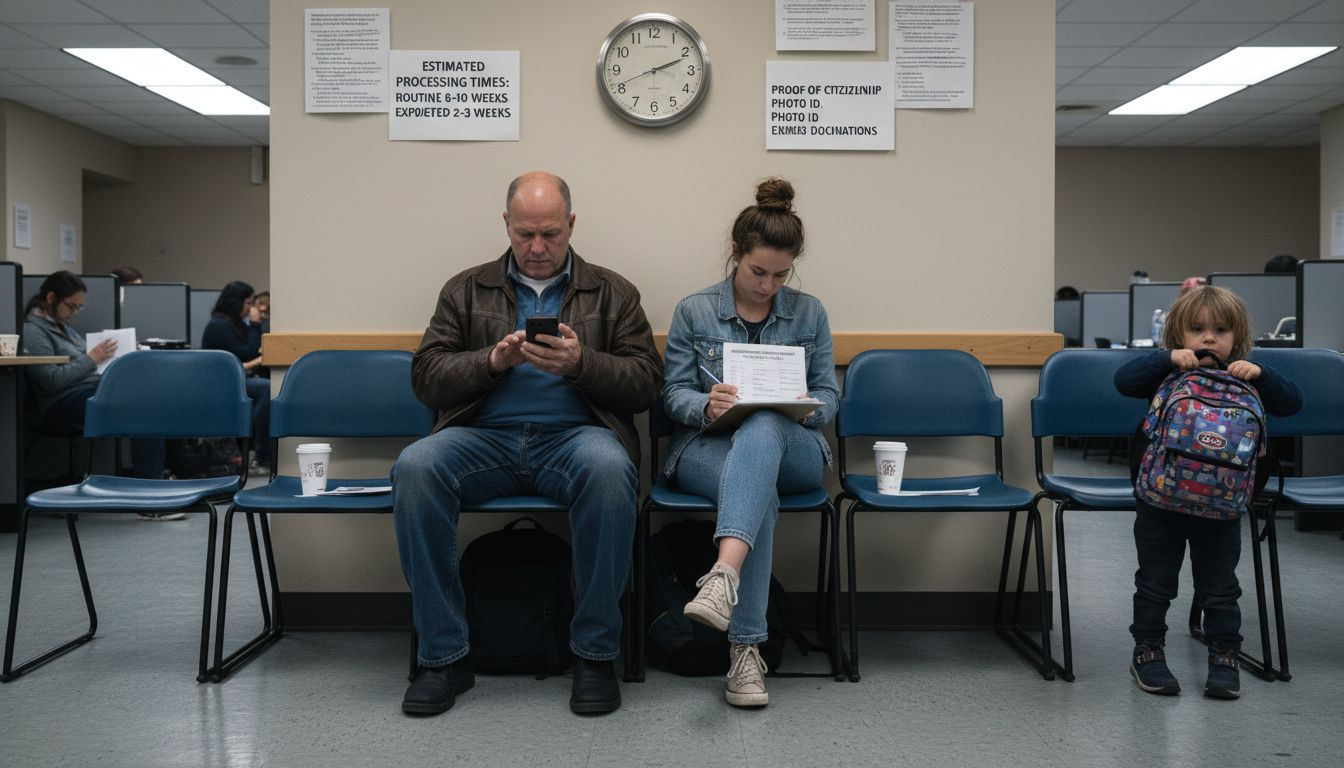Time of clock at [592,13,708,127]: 2:11
